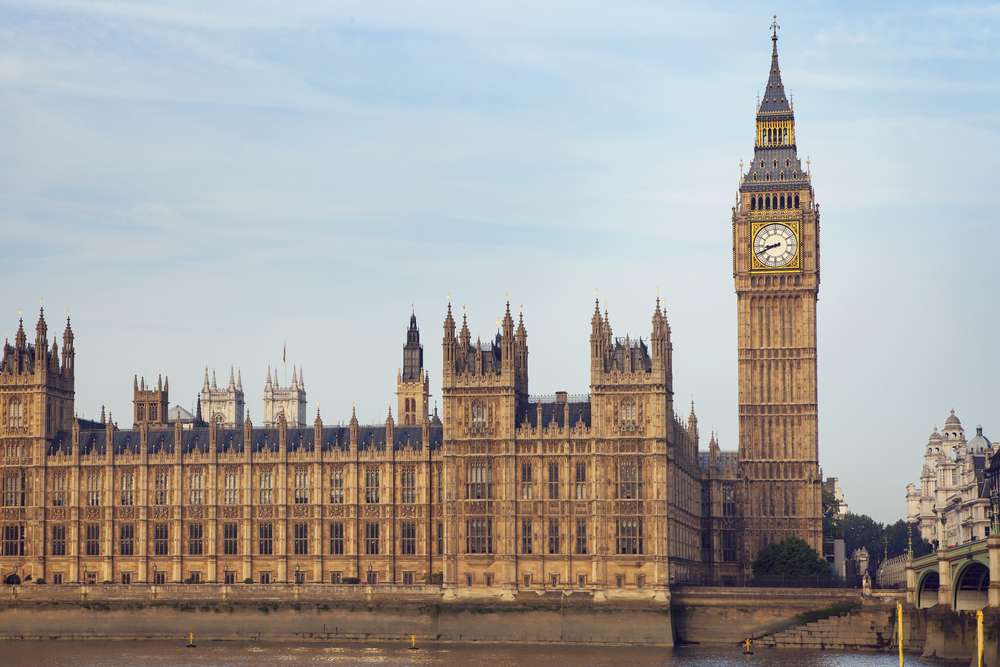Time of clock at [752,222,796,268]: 8:41
